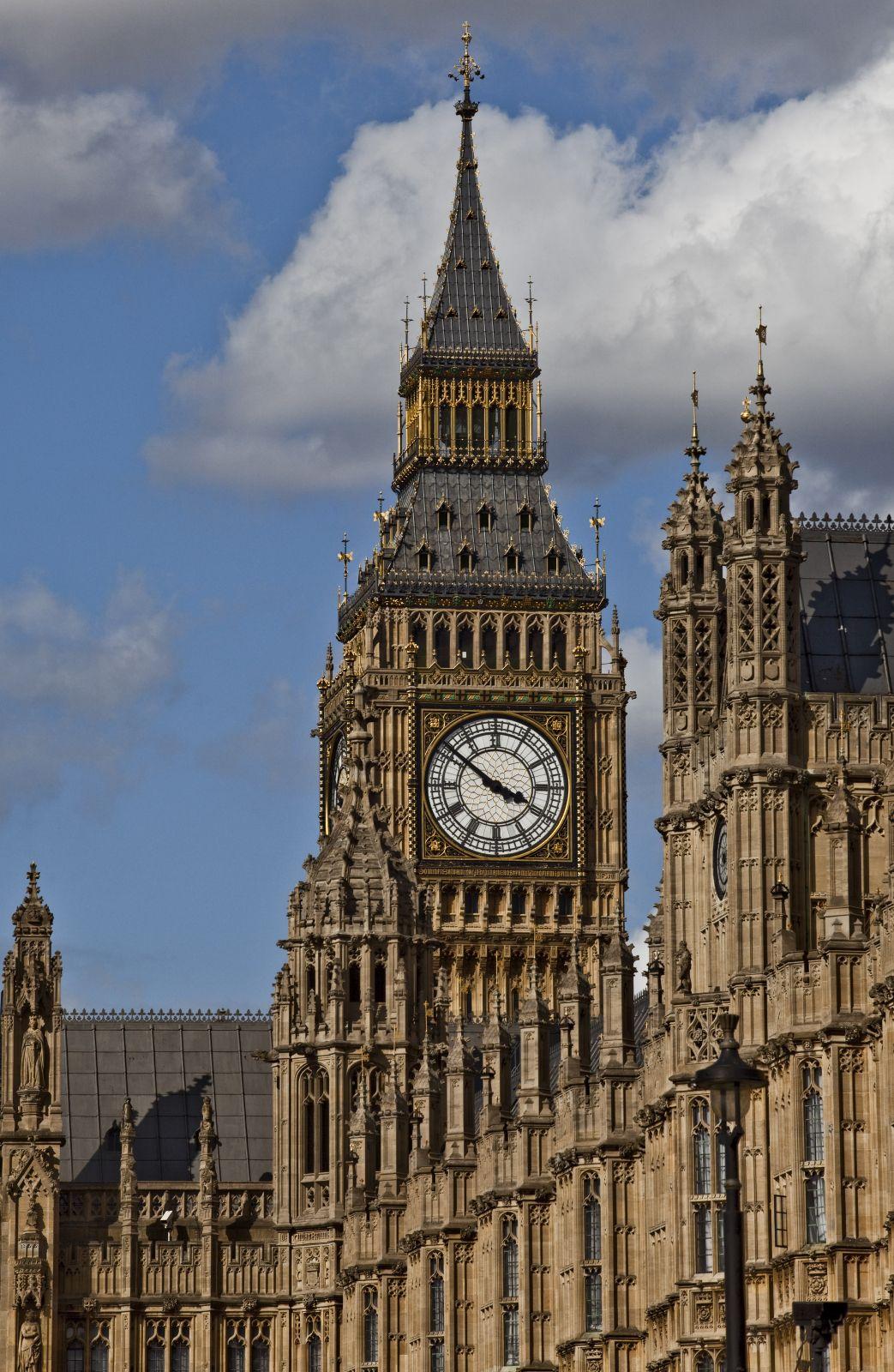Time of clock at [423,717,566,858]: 3:51
